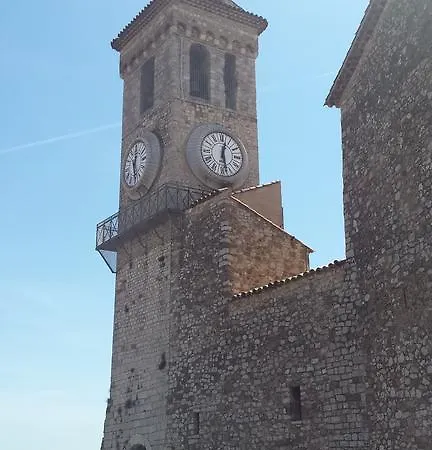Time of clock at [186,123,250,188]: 12:28
